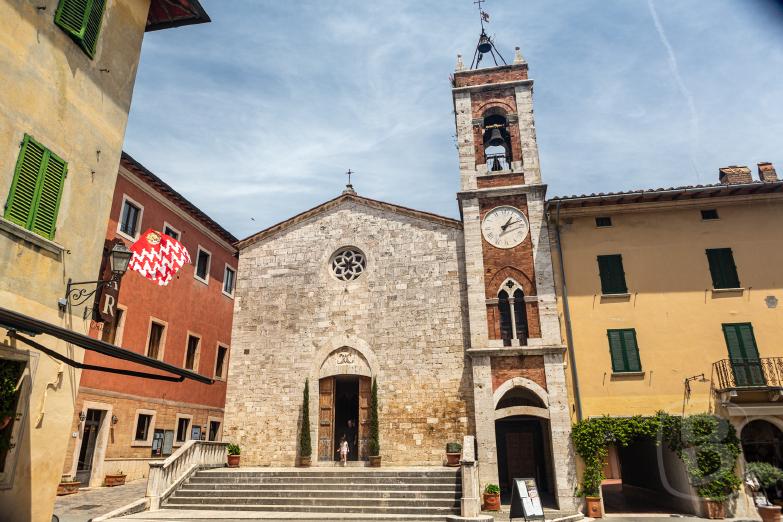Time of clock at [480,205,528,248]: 1:11
